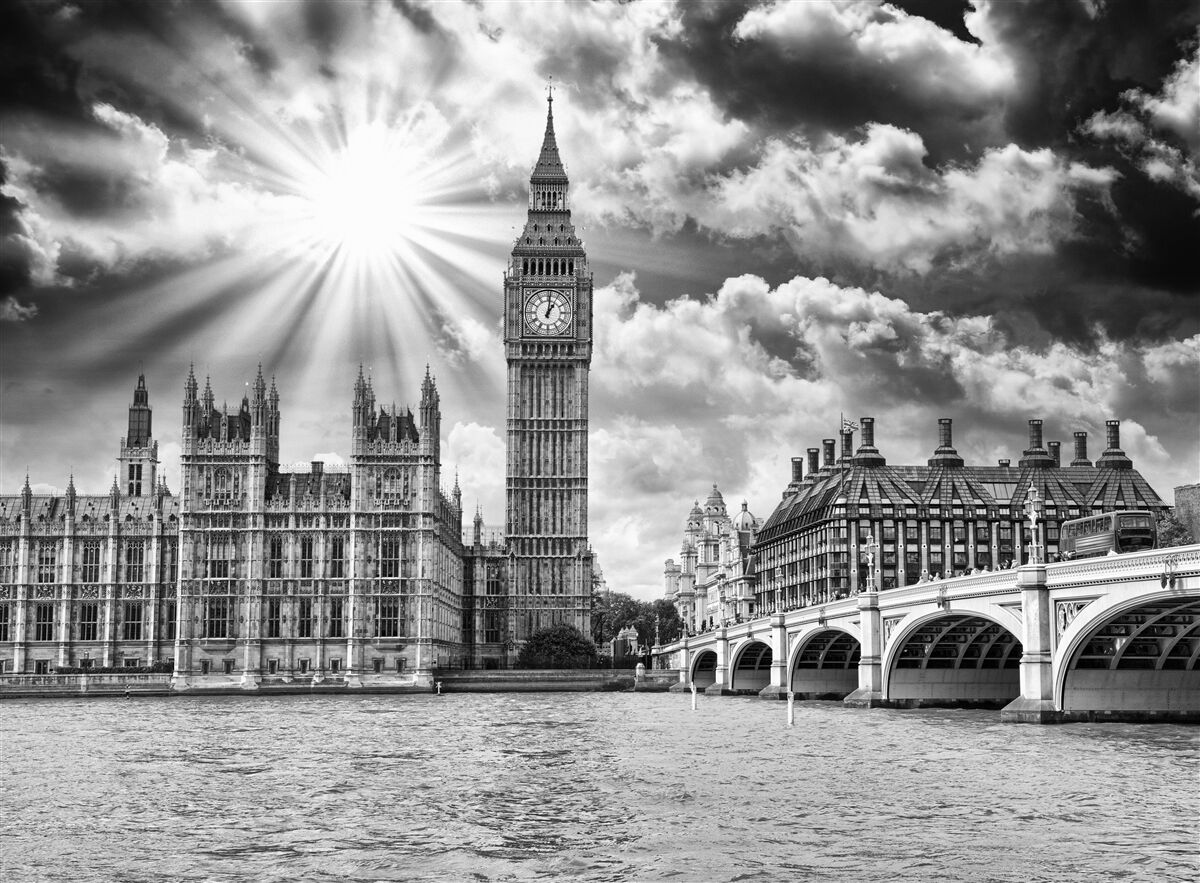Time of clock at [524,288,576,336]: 1:01
